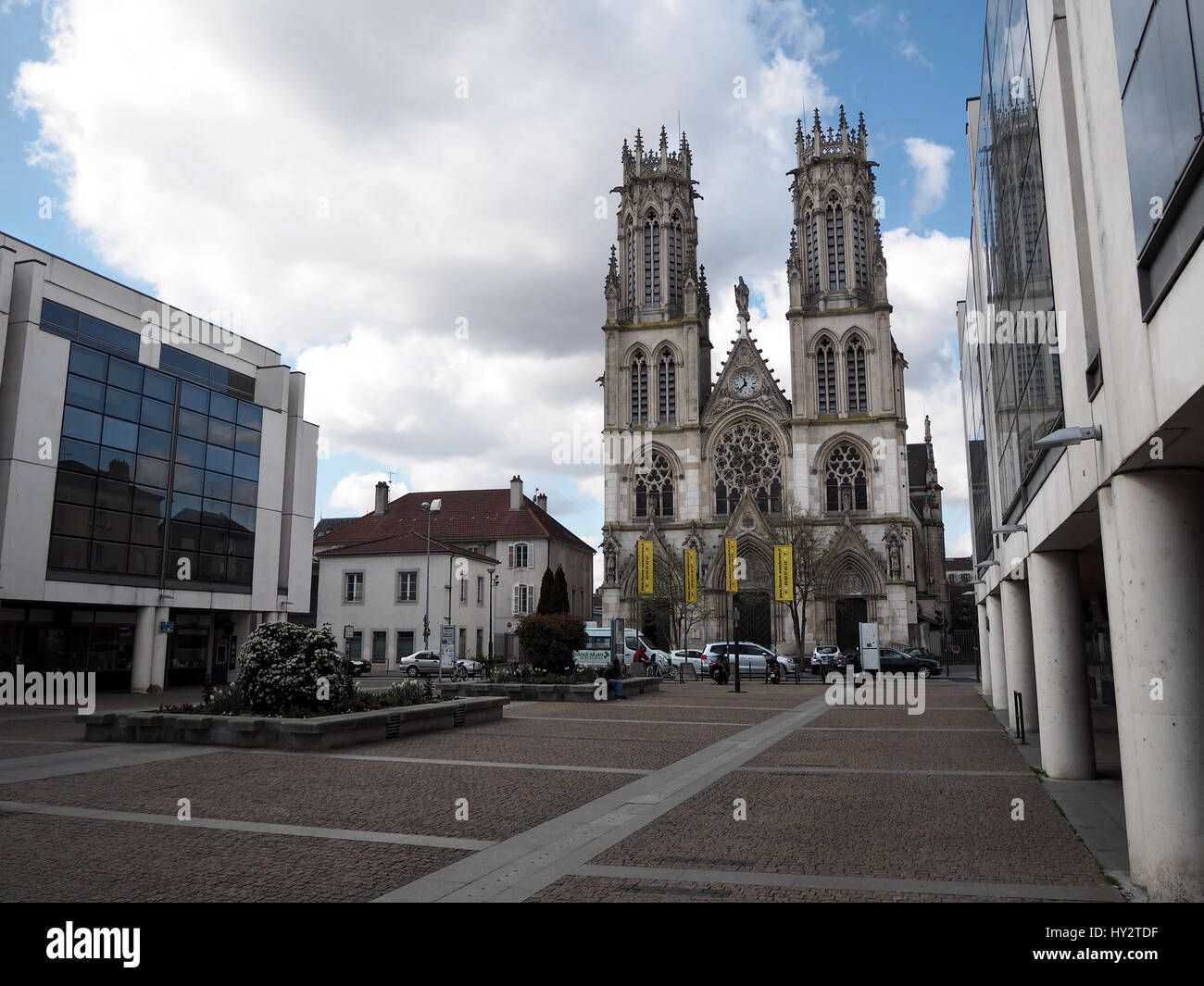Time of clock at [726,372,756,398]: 11:37
